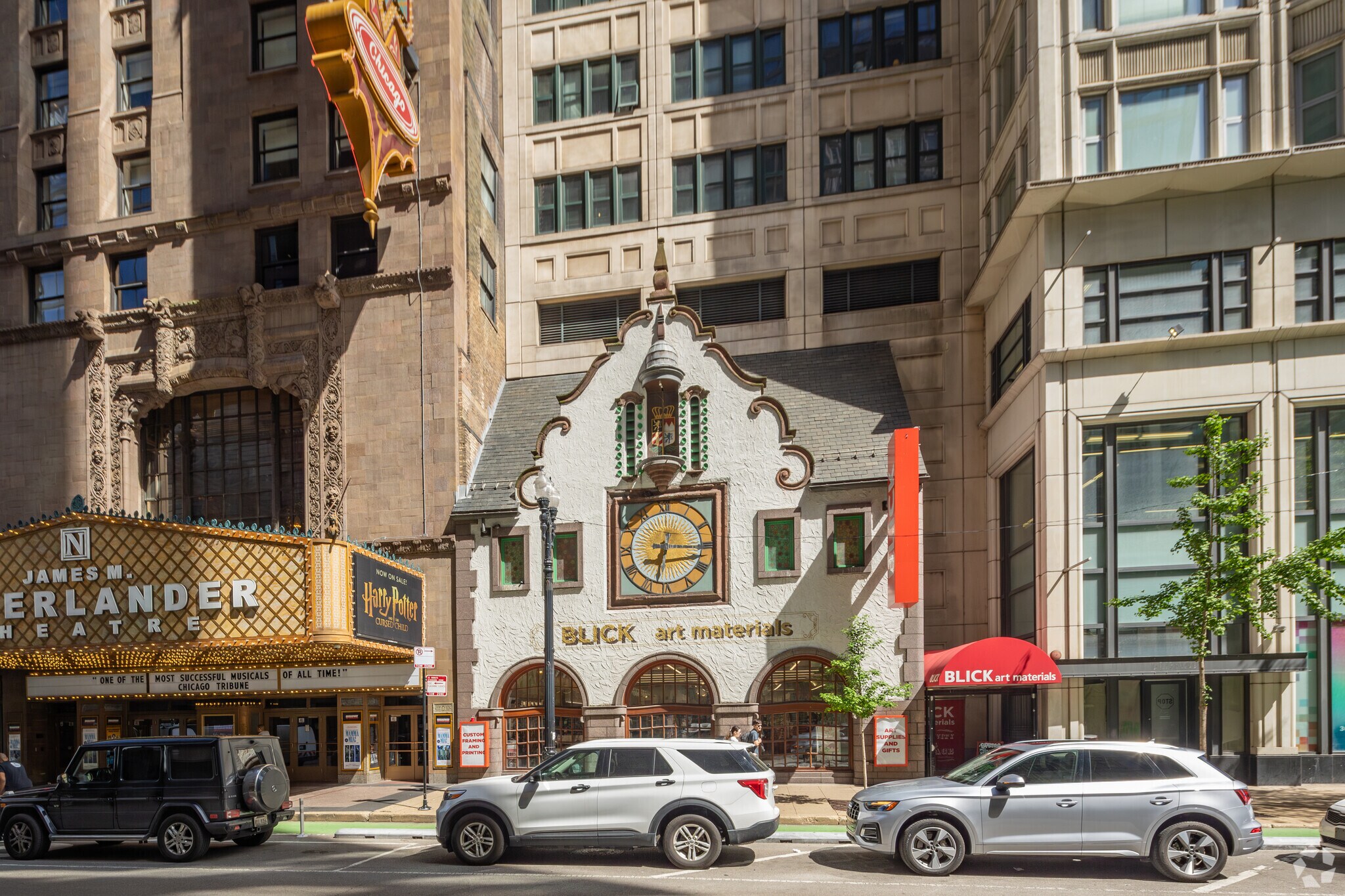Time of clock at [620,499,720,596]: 6:15
